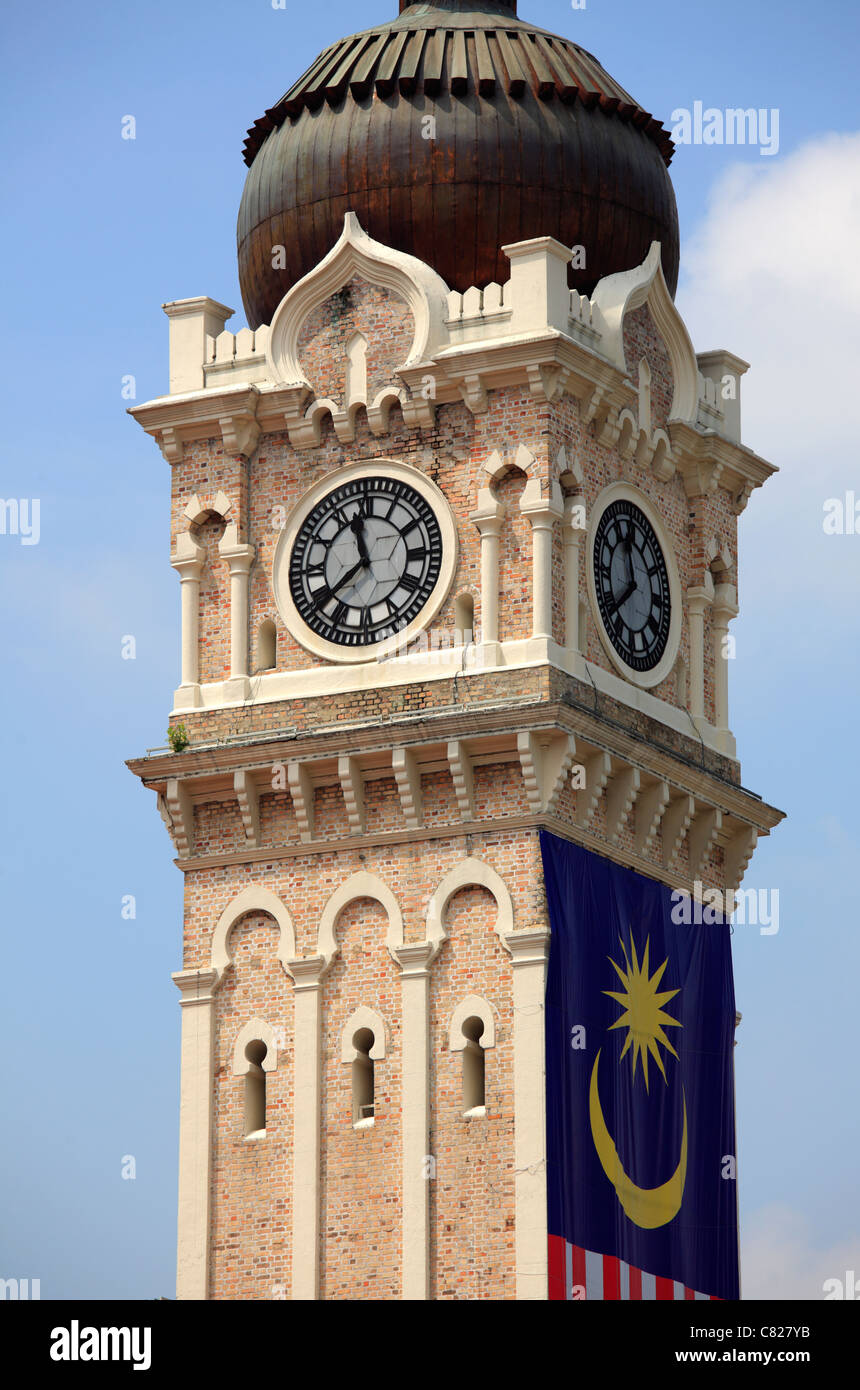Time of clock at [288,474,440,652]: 11:37
